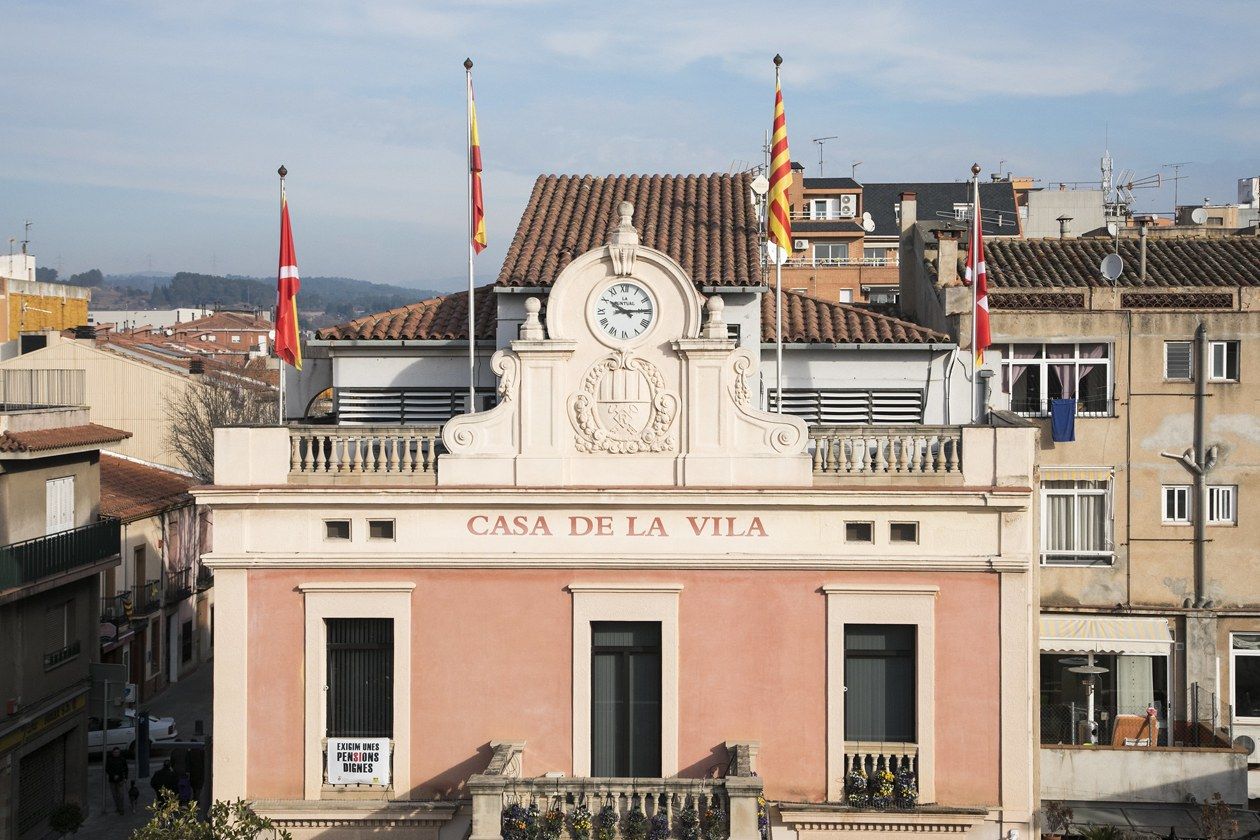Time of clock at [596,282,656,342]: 10:14
